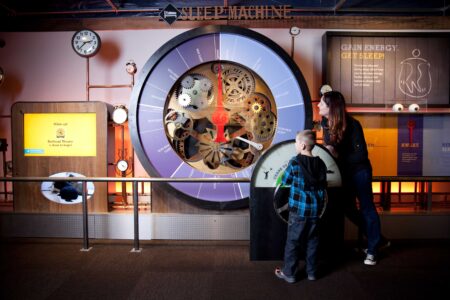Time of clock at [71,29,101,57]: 2:37
